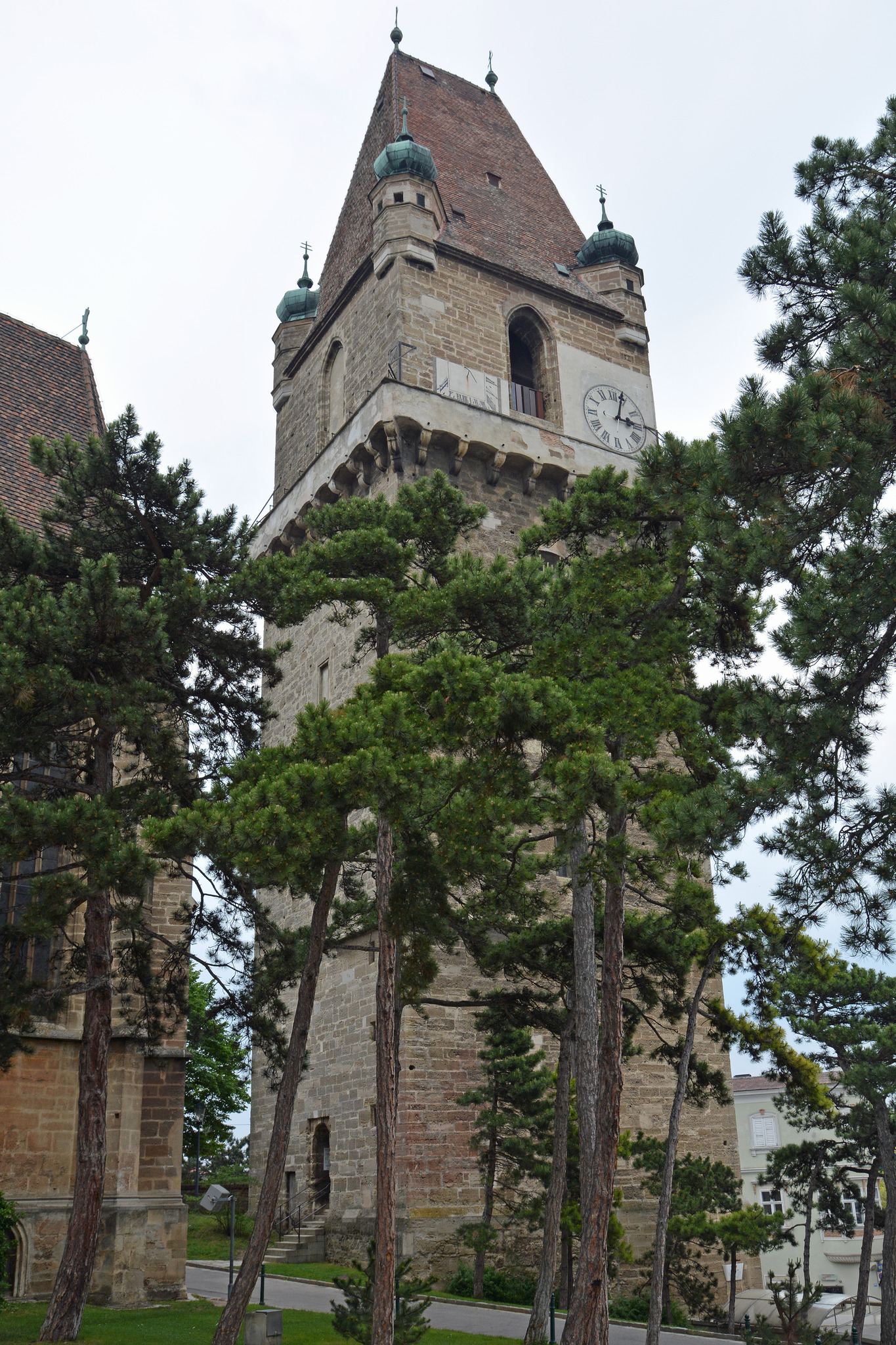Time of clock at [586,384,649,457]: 3:03
